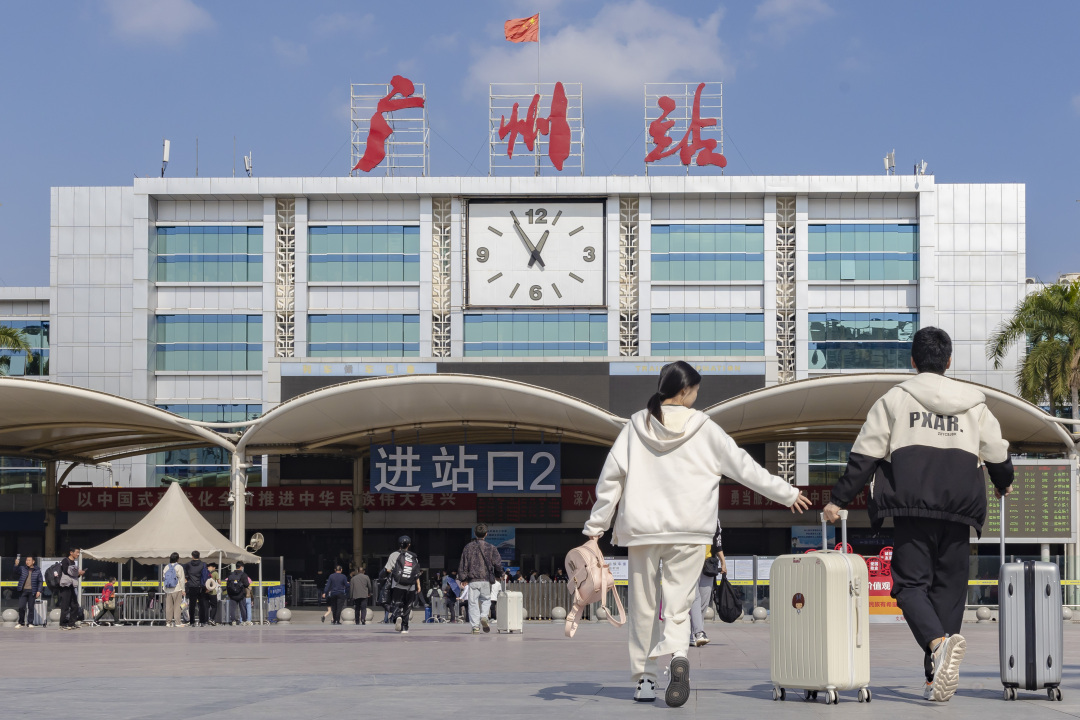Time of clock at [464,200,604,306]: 12:55
